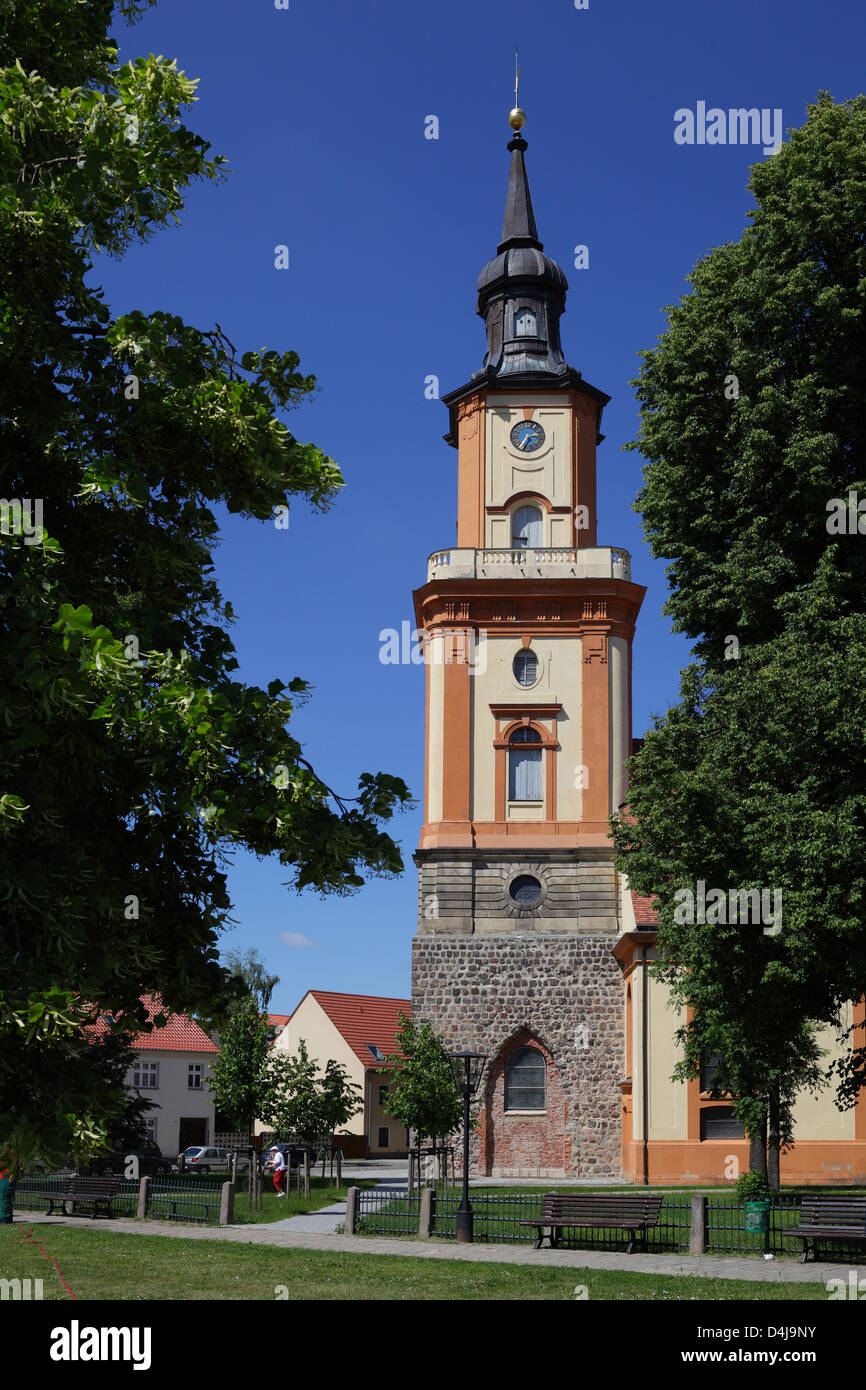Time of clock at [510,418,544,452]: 2:35
